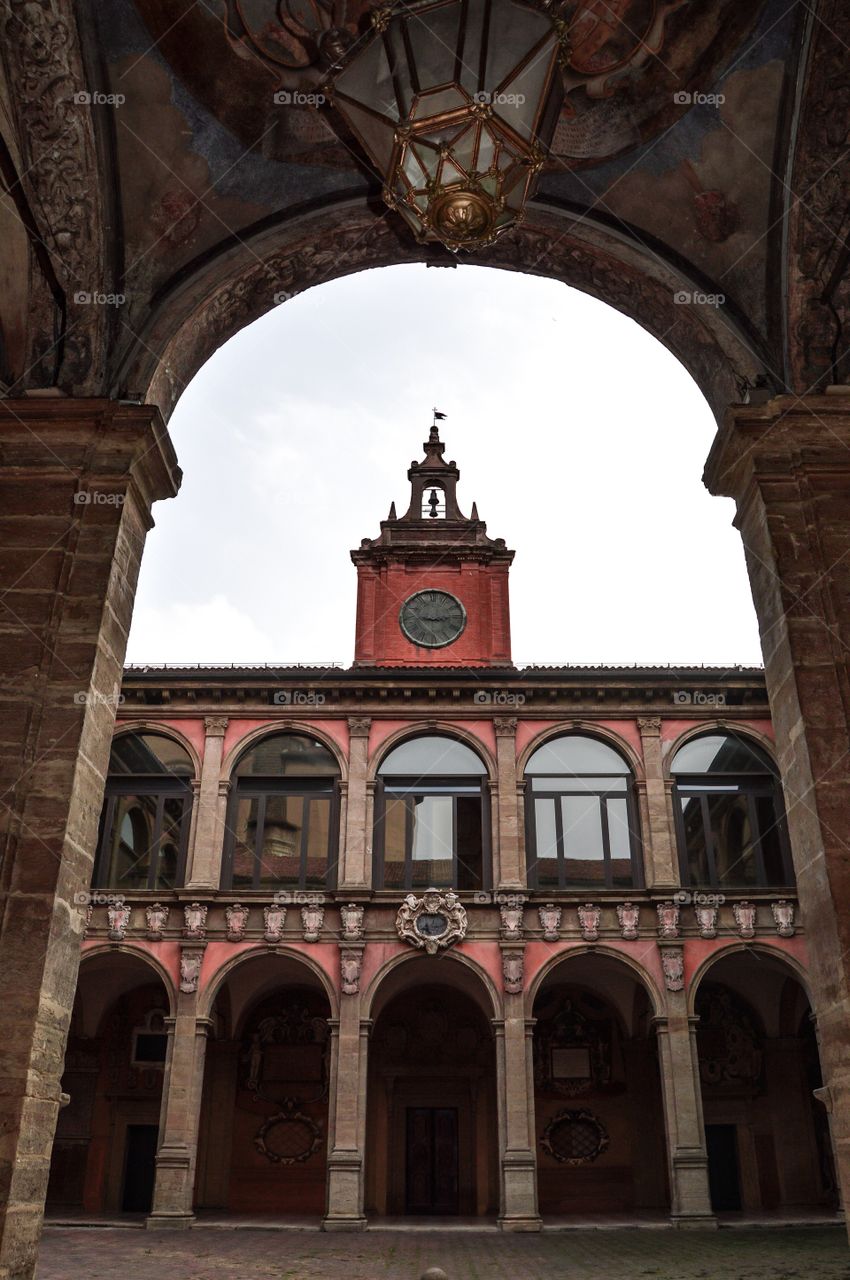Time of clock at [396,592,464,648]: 9:14
